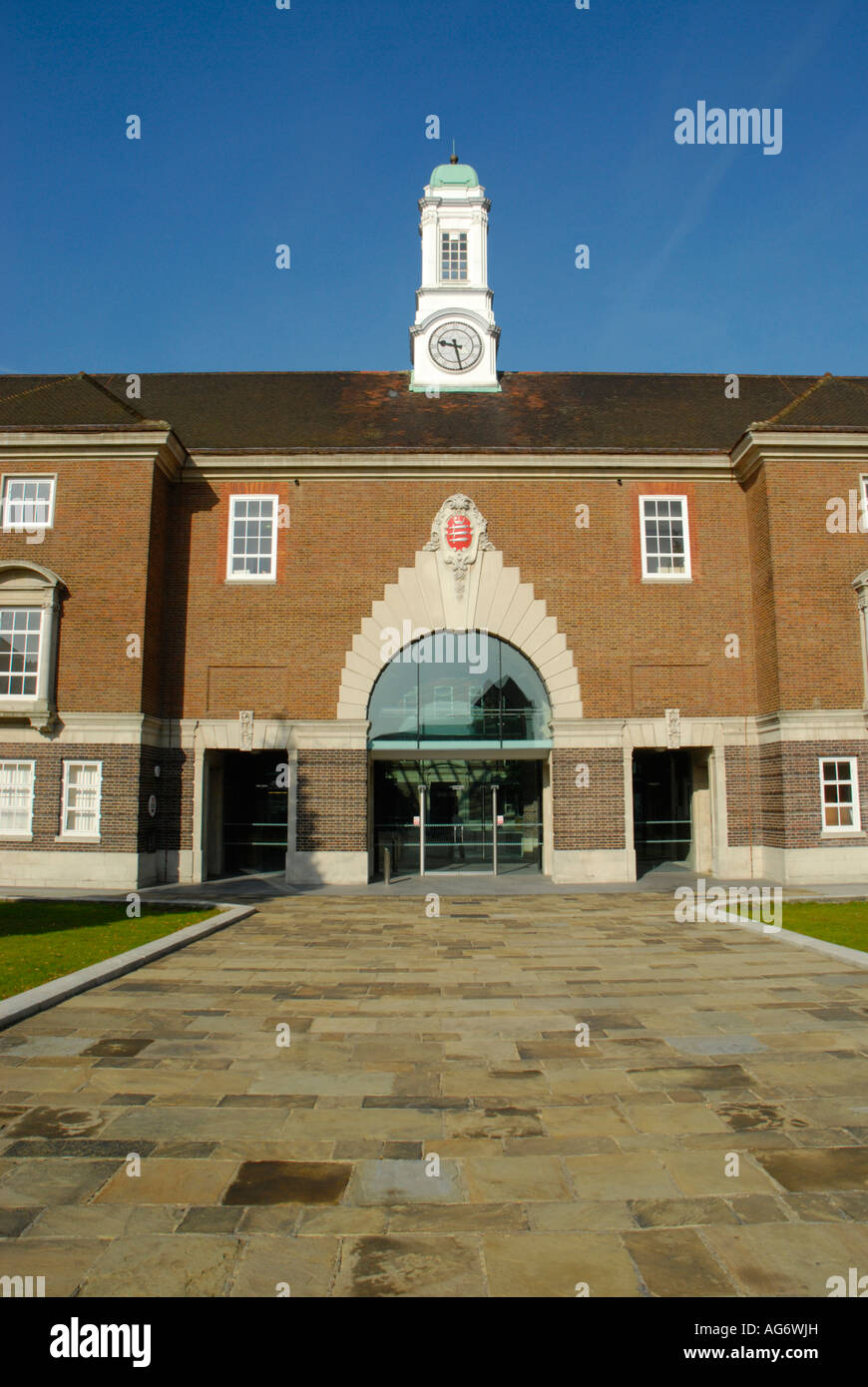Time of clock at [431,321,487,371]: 9:28
